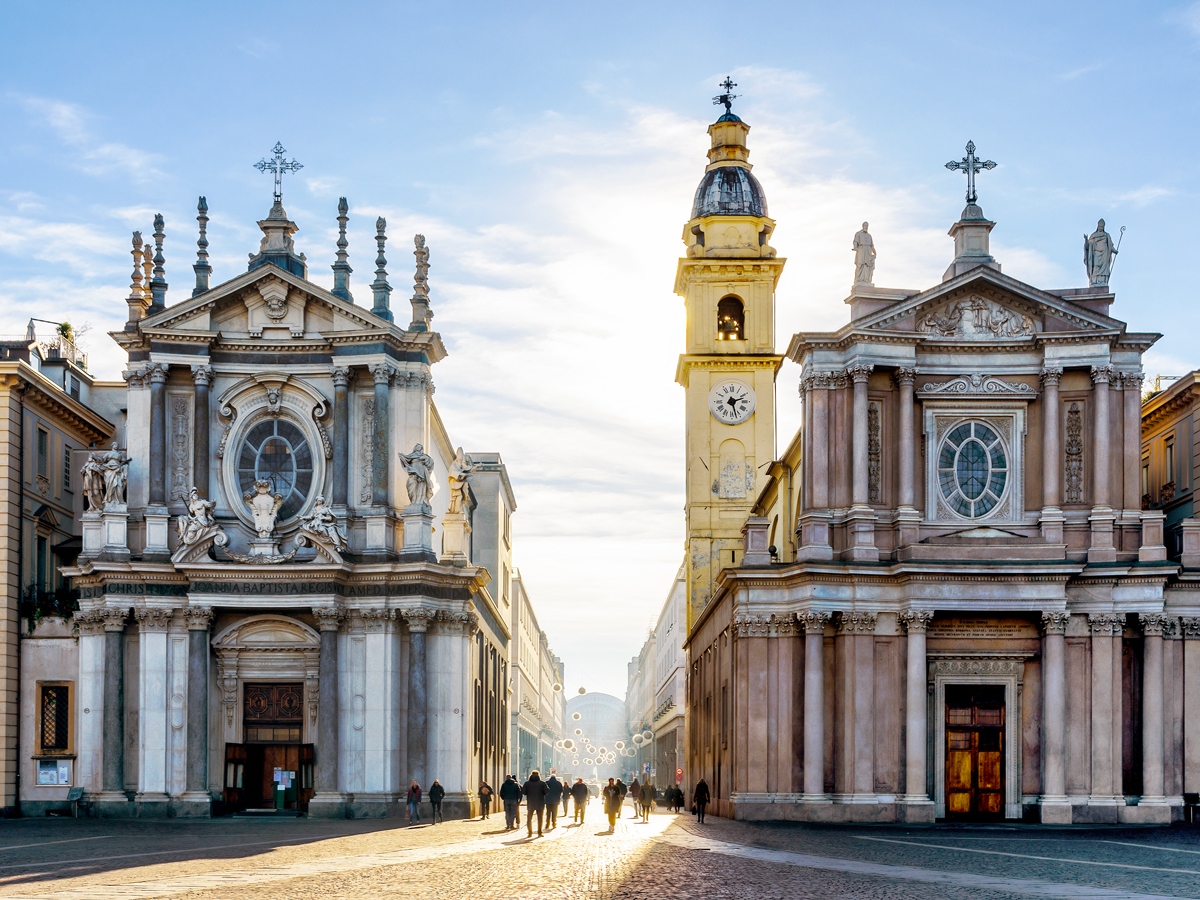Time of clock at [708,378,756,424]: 2:27
